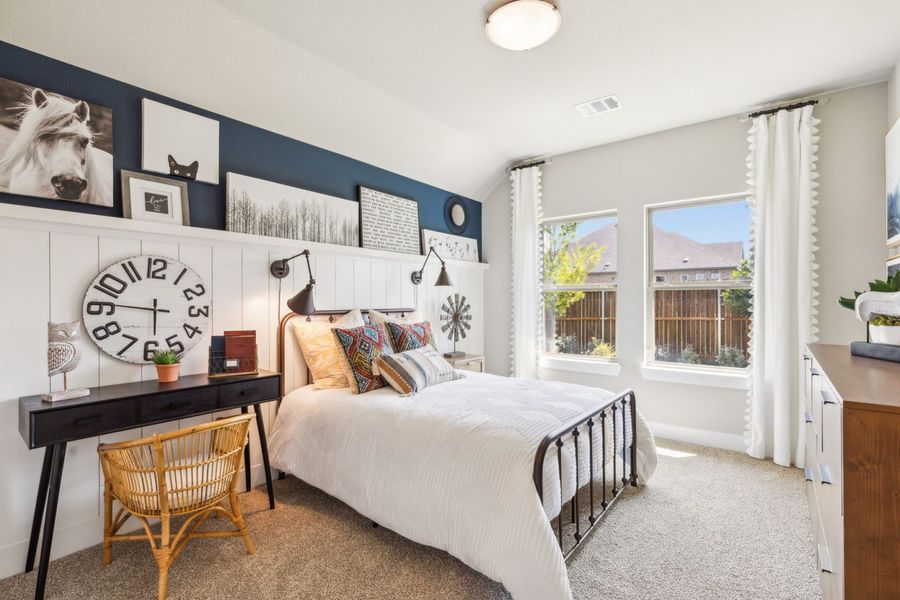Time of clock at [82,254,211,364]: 5:46
